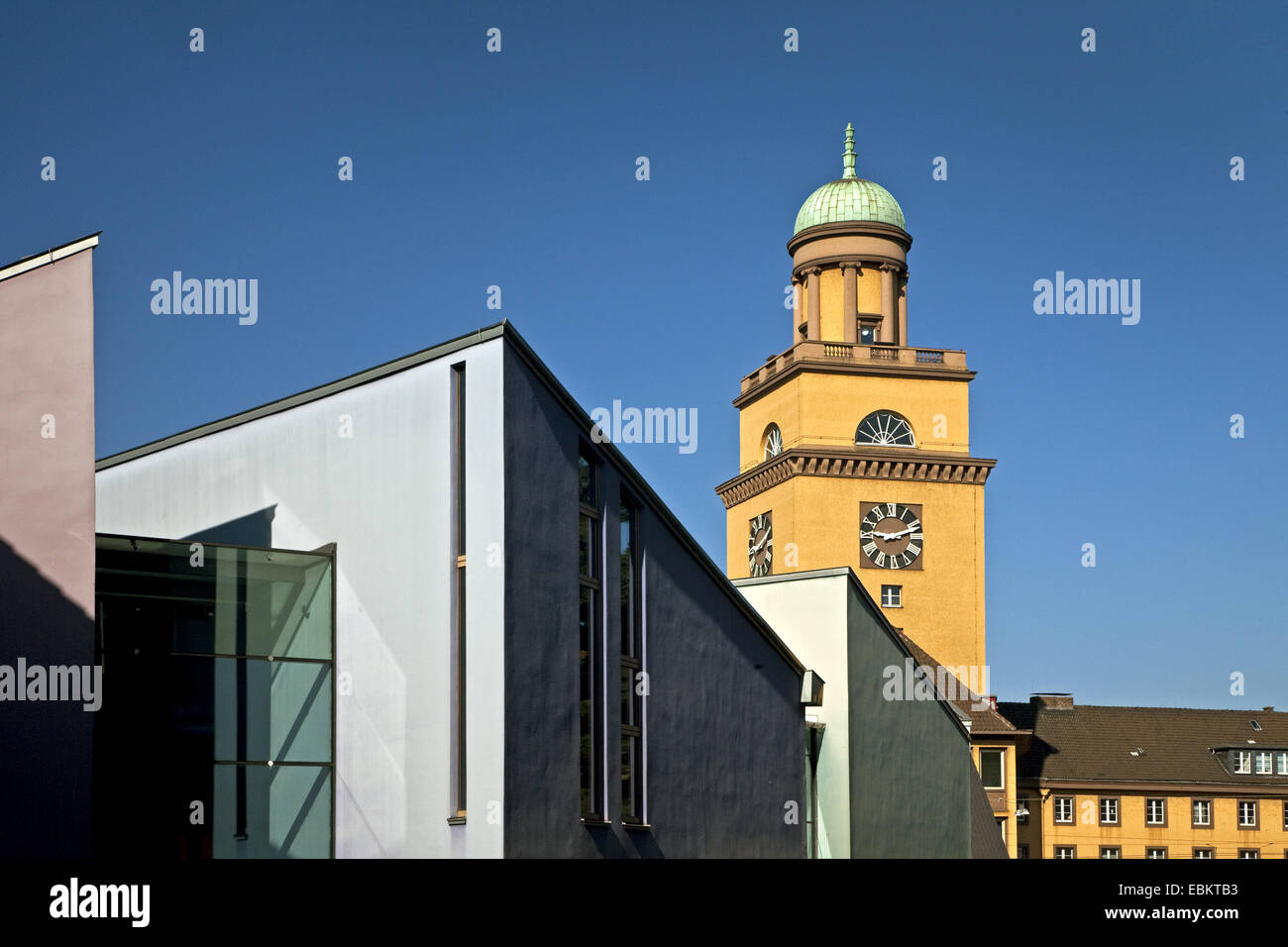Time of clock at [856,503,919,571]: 9:11
